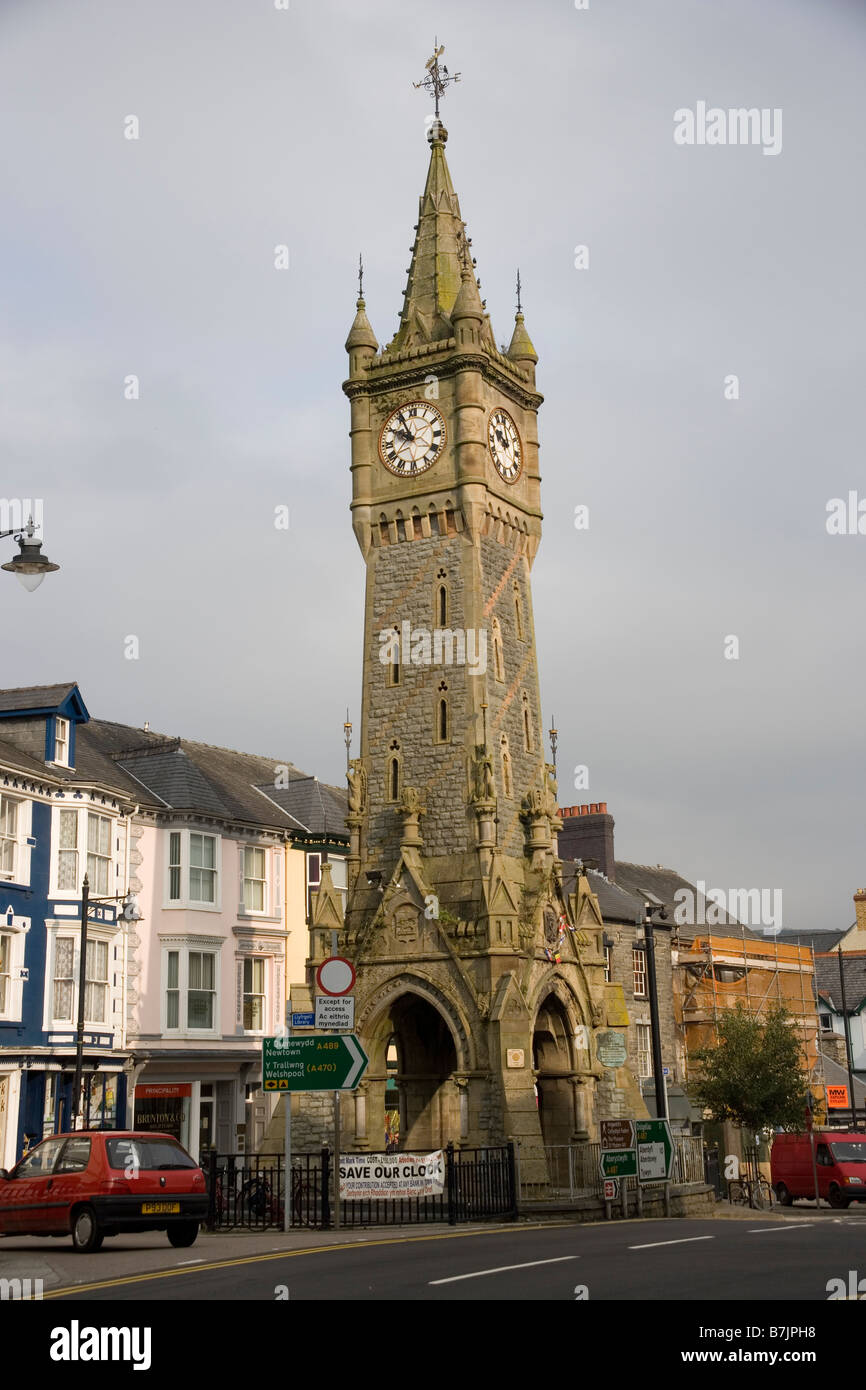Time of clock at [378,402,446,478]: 9:55
